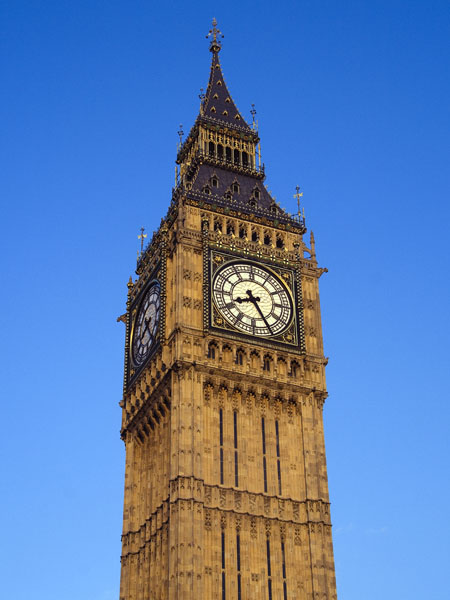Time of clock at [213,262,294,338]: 8:25
